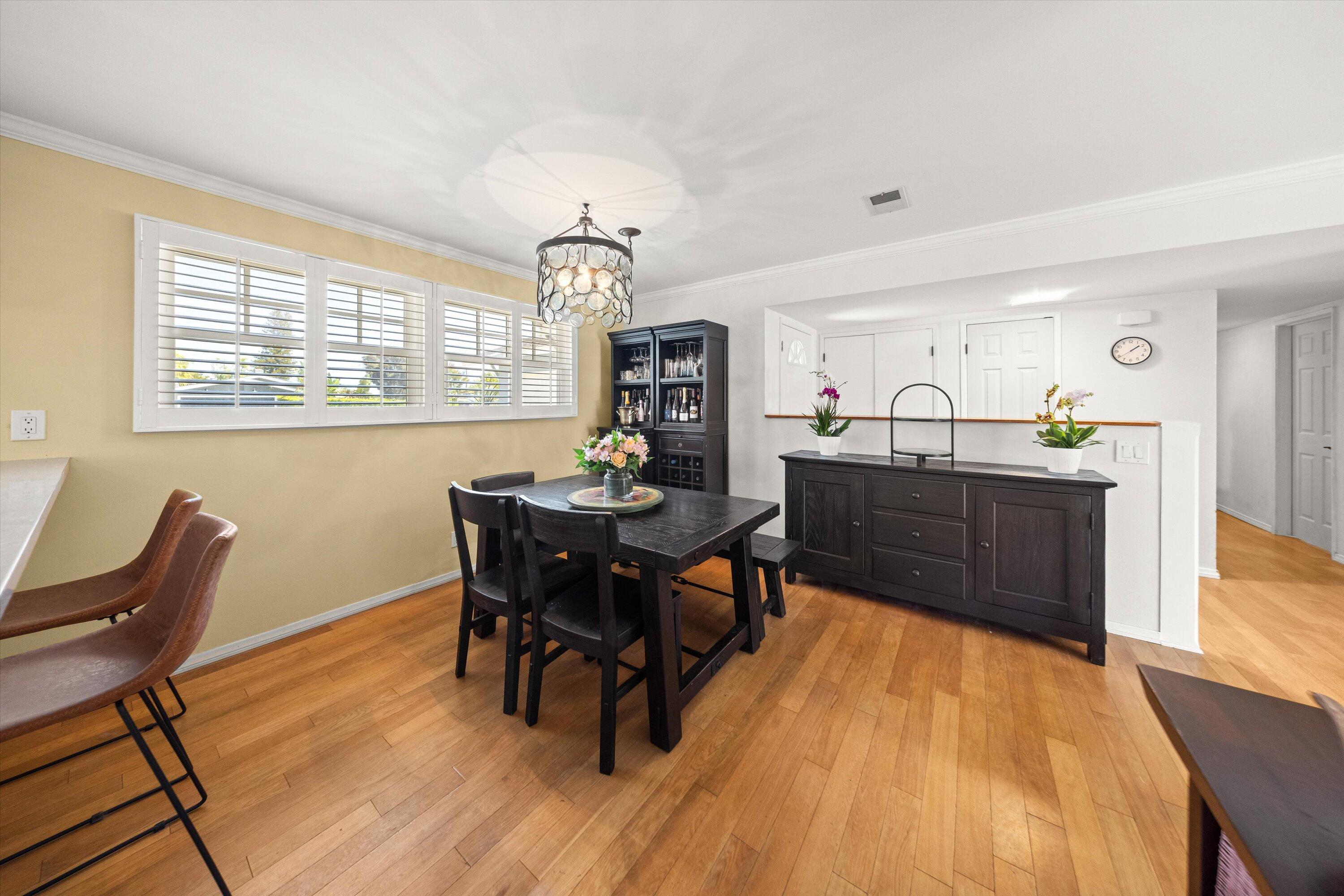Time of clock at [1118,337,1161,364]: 1:39
